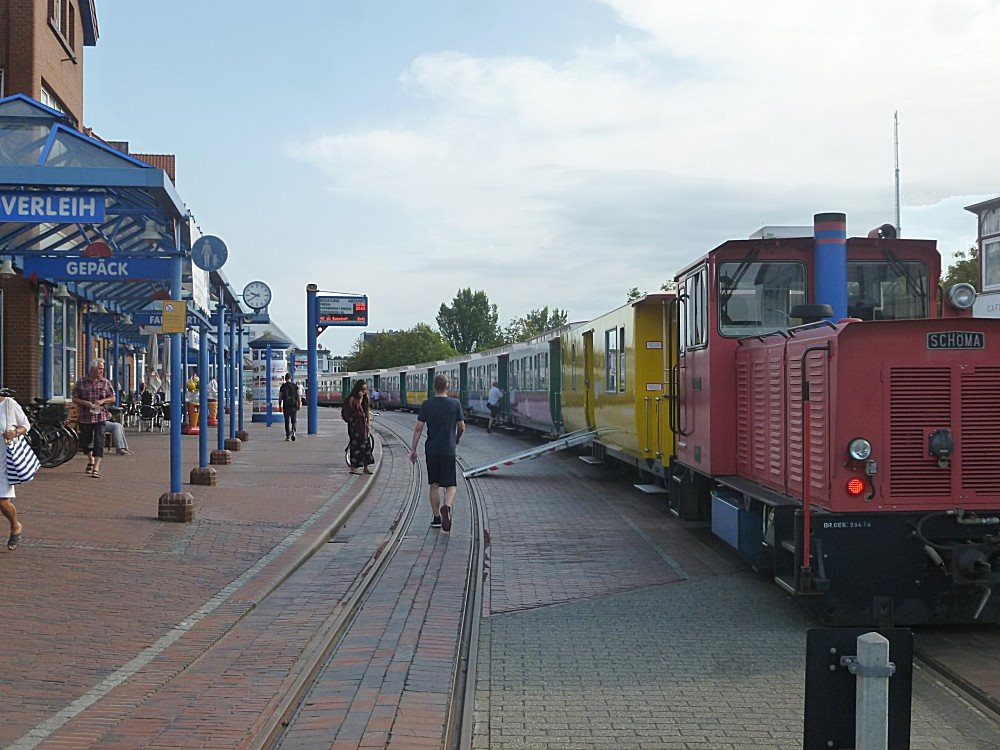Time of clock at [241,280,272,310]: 9:39
